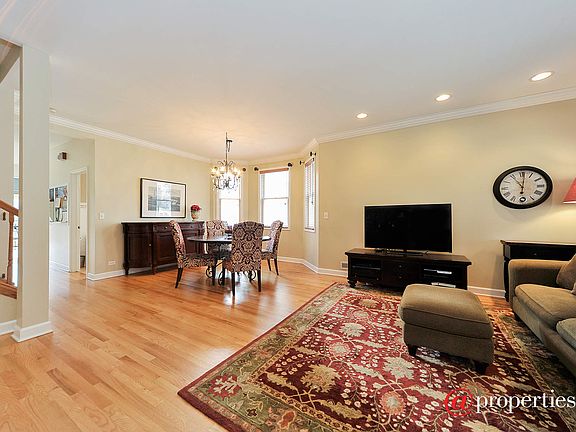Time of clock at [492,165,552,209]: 11:01
